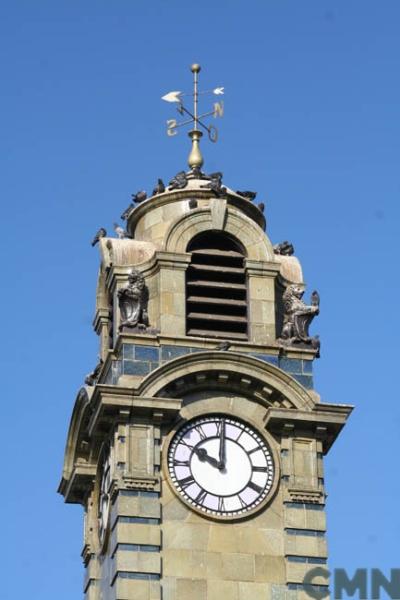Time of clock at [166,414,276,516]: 10:00
